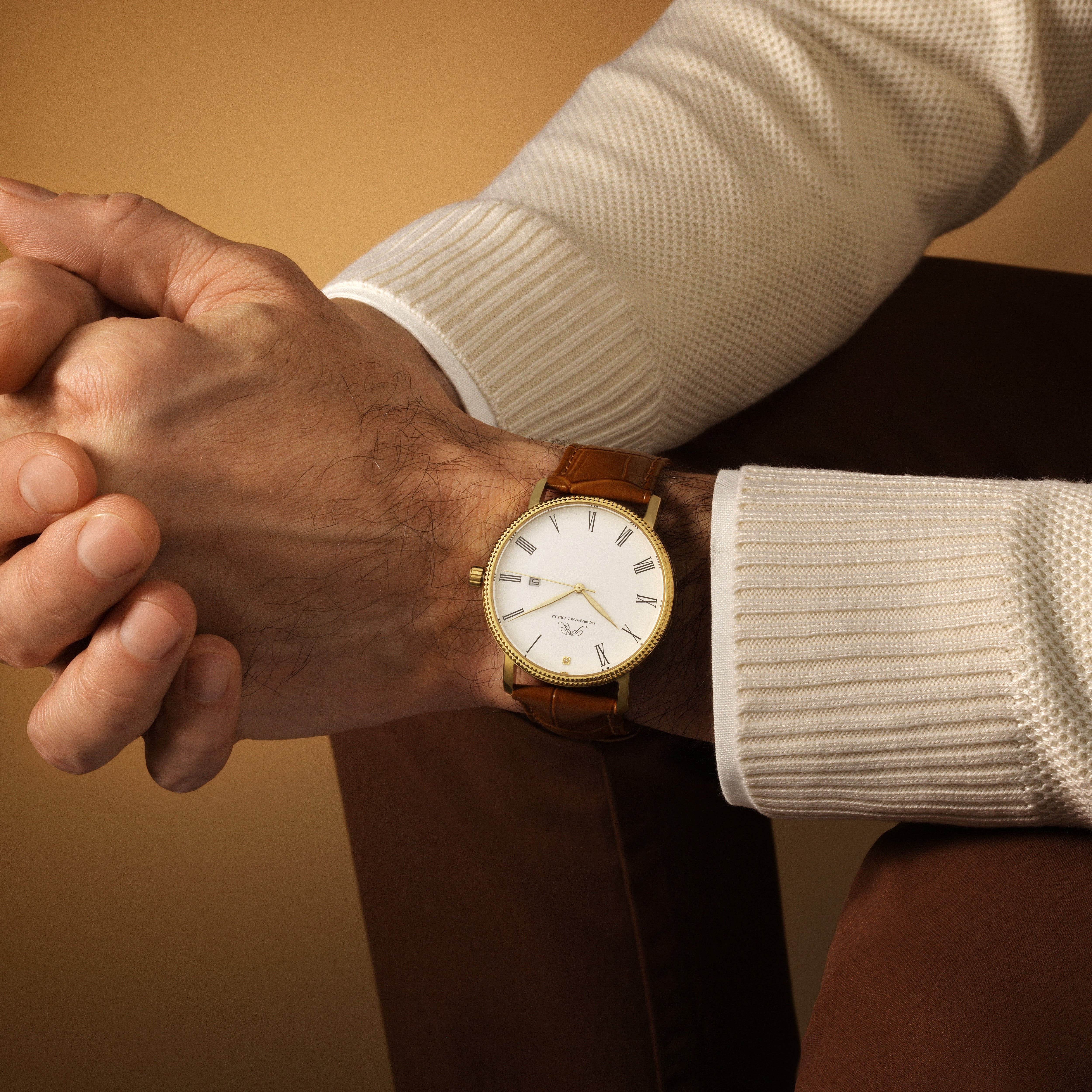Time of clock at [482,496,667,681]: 4:45
